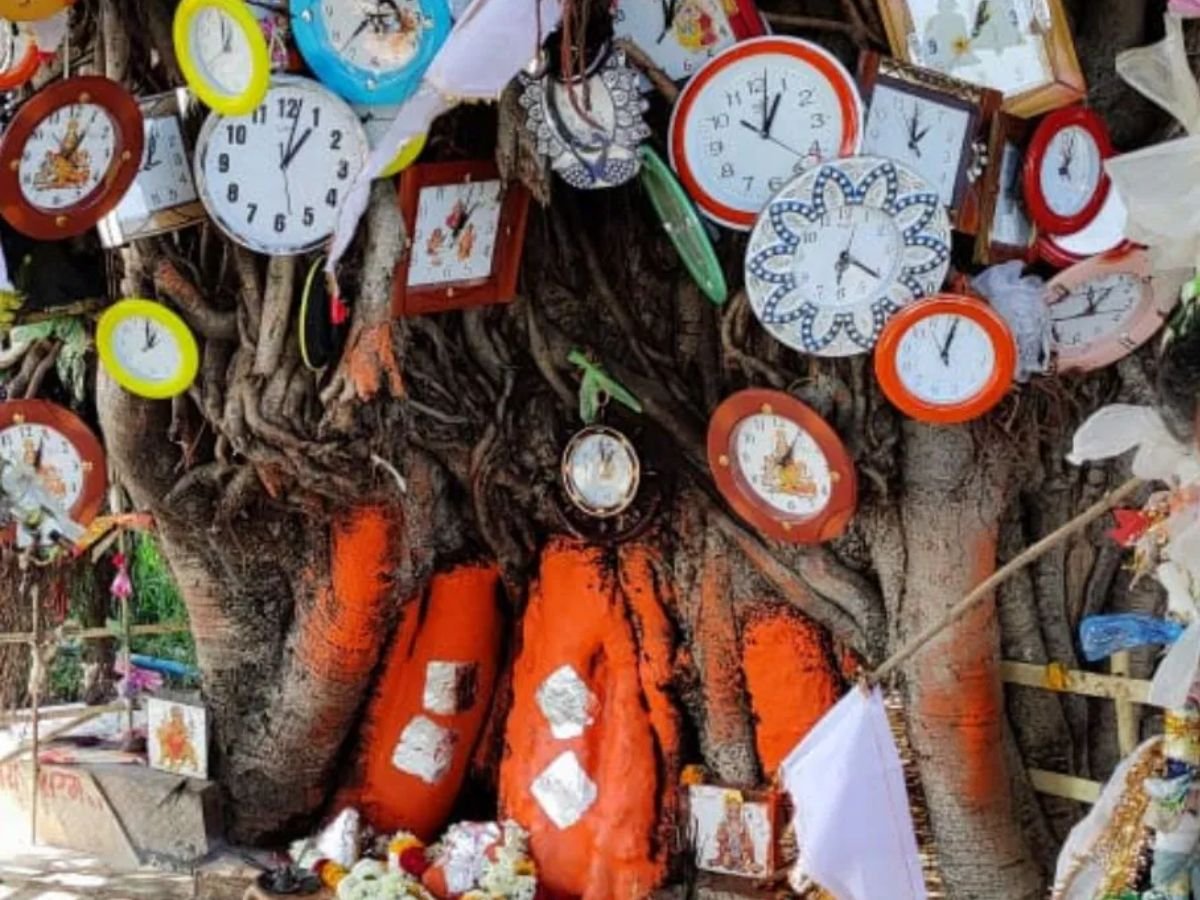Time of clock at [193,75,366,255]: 1:01
